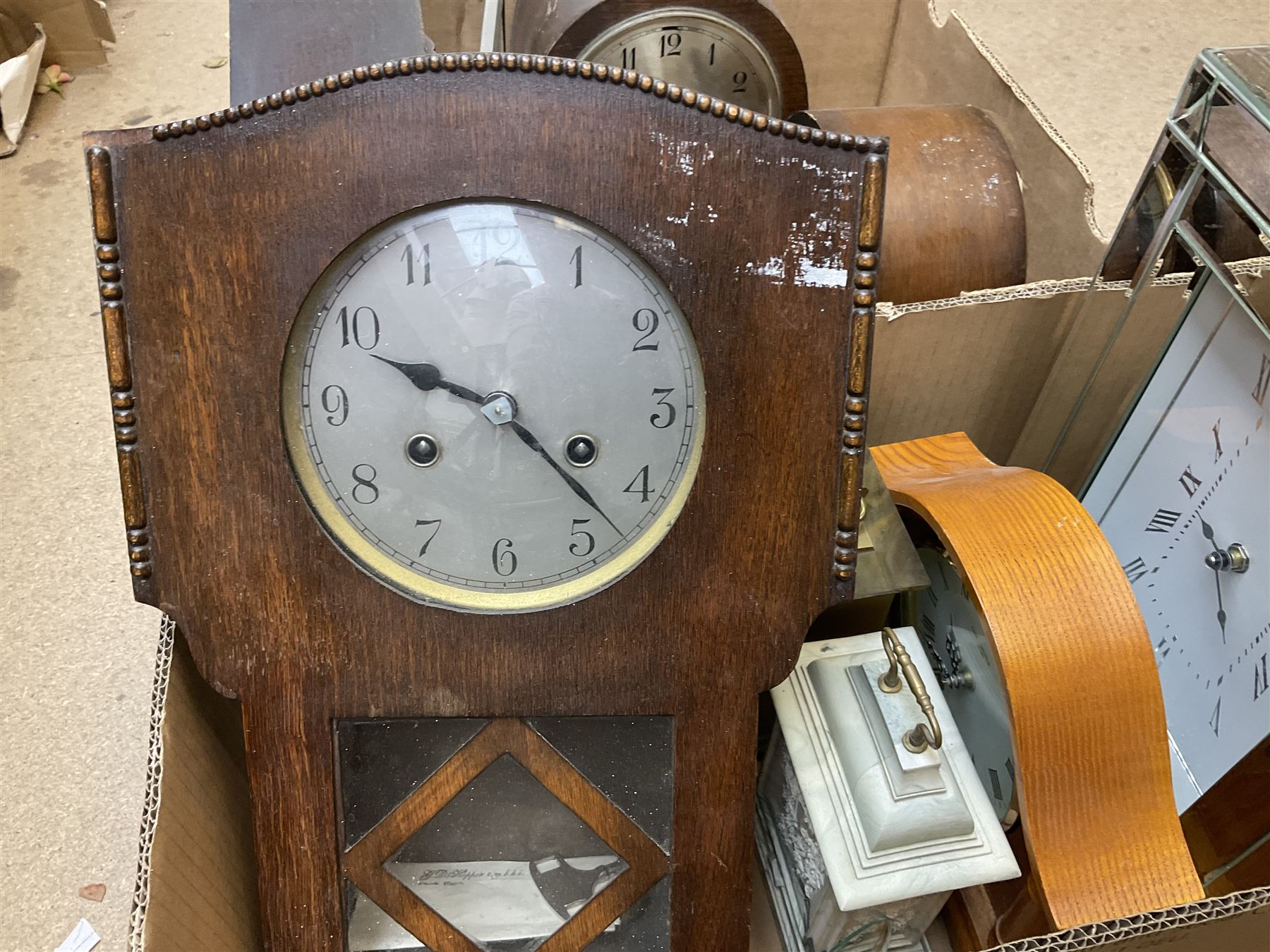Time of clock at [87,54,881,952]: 9:22
